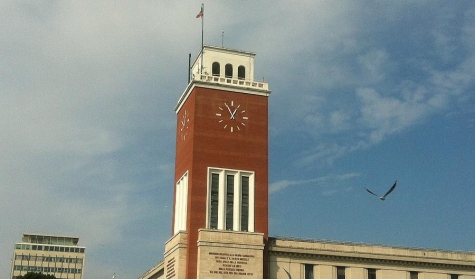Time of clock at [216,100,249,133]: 12:55
